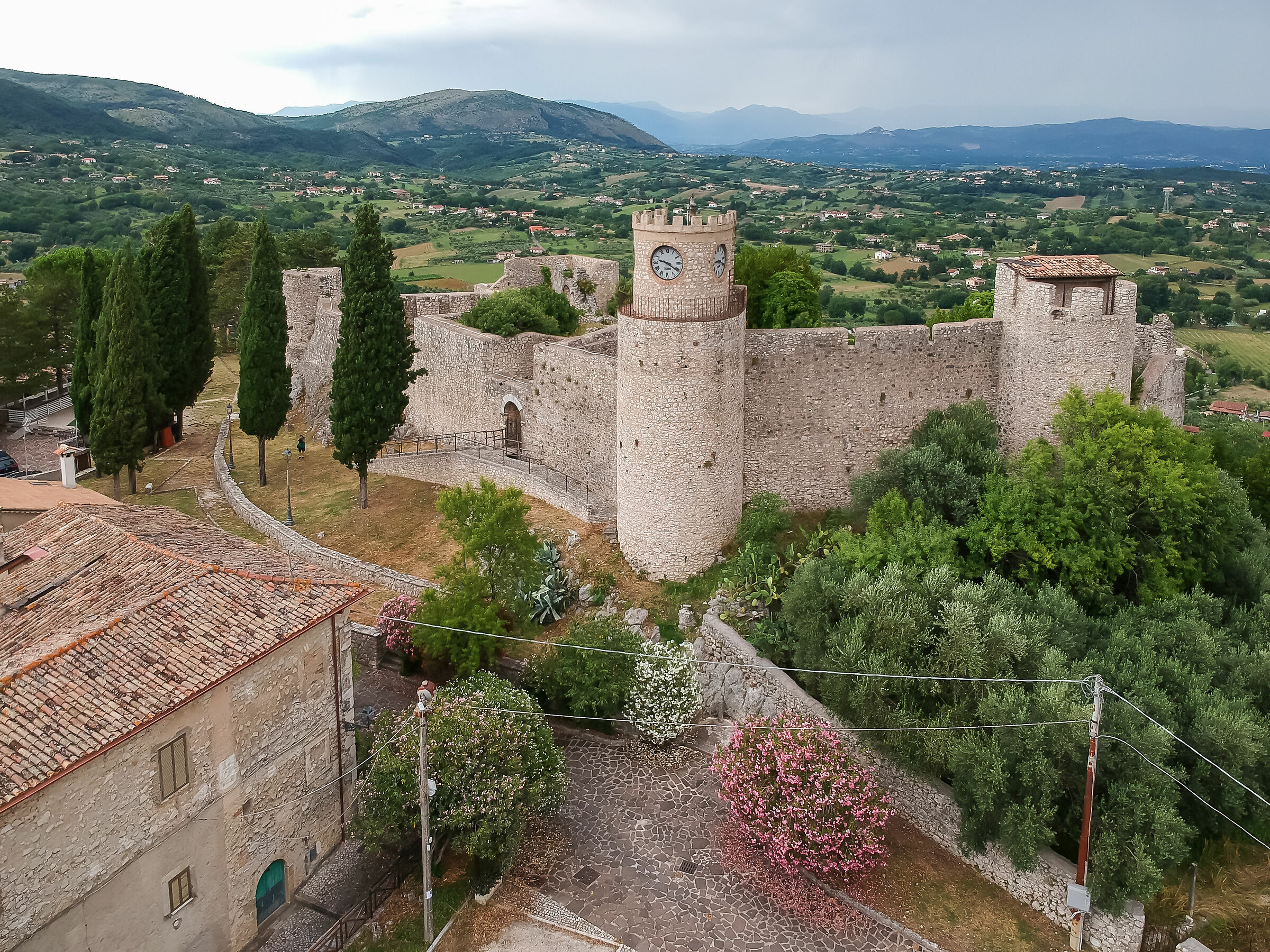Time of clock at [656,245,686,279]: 9:20
